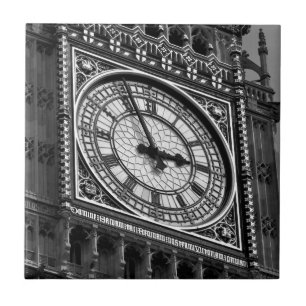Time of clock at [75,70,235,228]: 2:56
